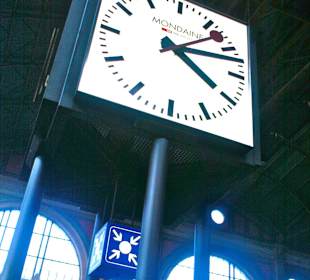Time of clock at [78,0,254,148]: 4:07
